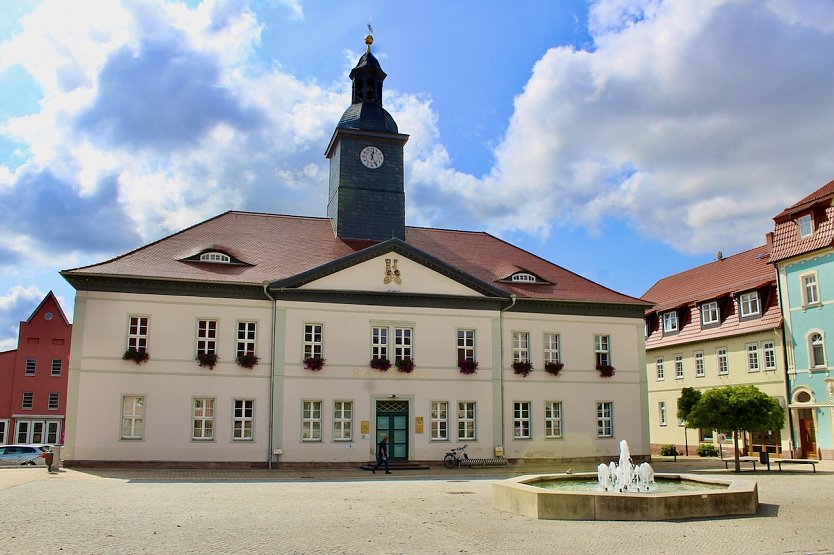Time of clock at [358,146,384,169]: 12:24
